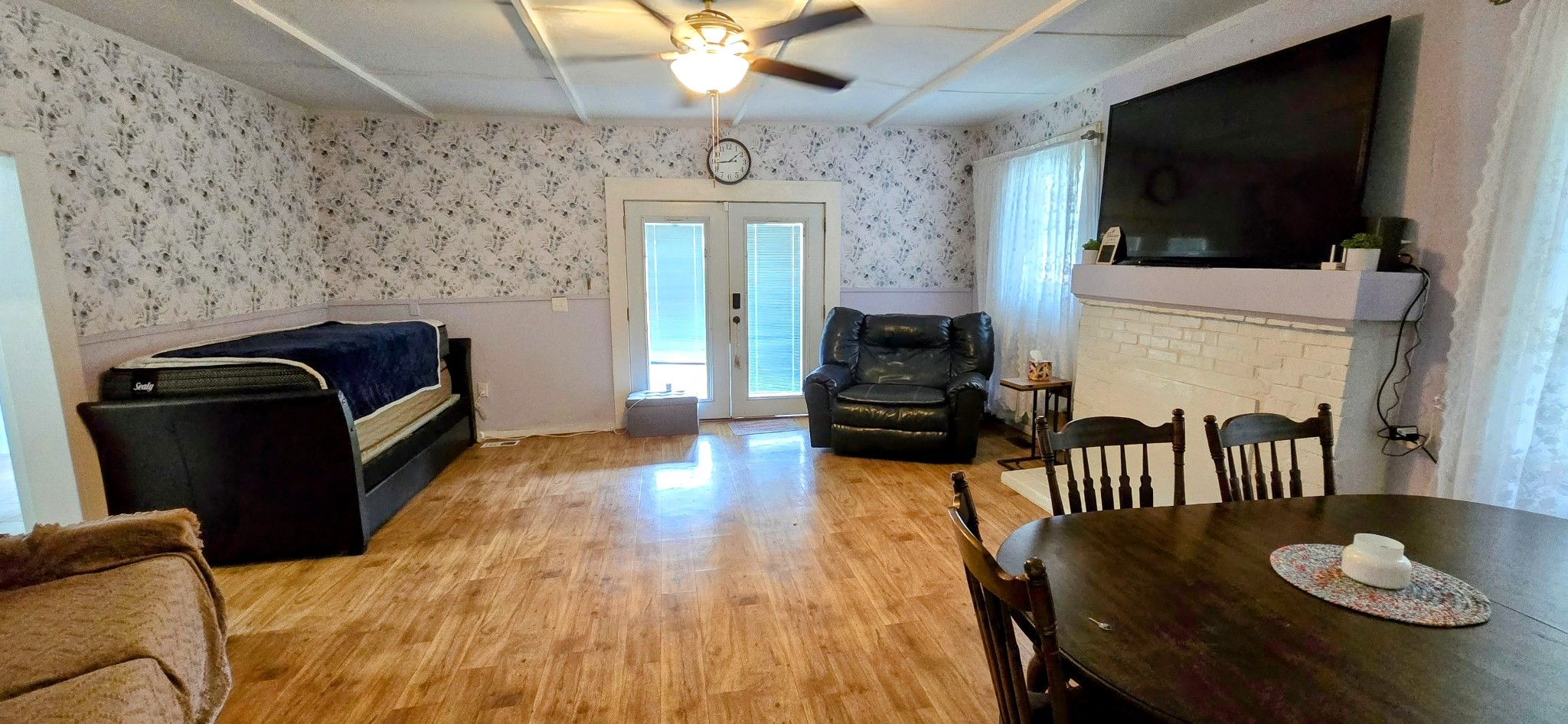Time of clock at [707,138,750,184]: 1:44
